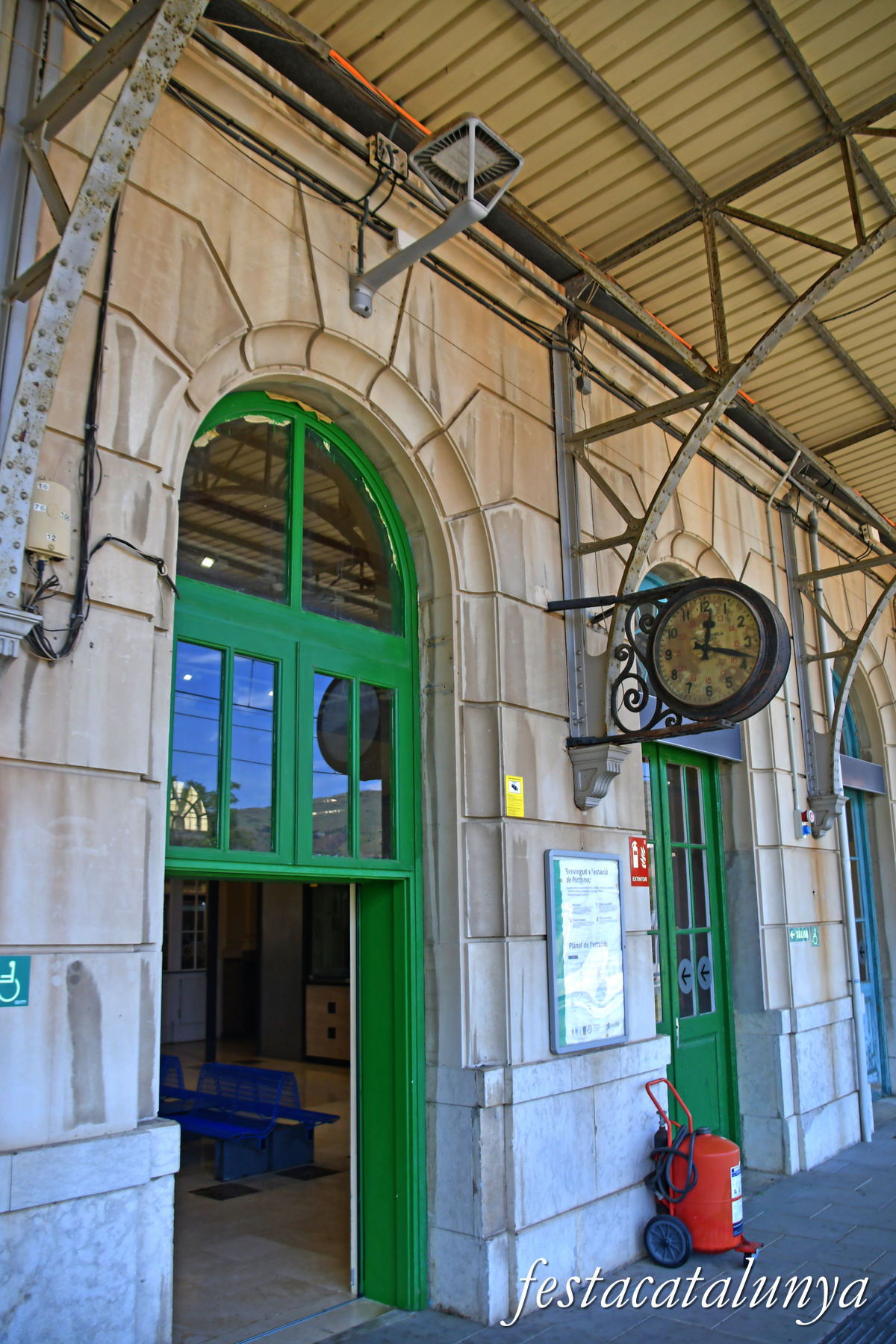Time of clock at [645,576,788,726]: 12:18
